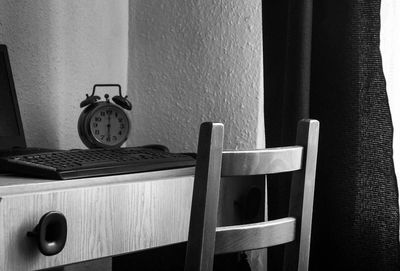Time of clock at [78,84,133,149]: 6:00
